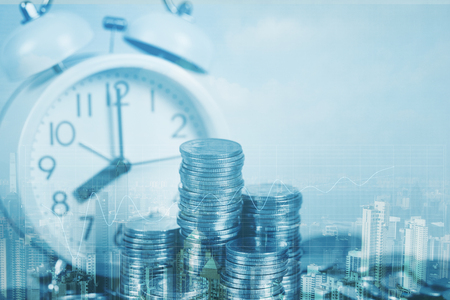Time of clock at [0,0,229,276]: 8:00
